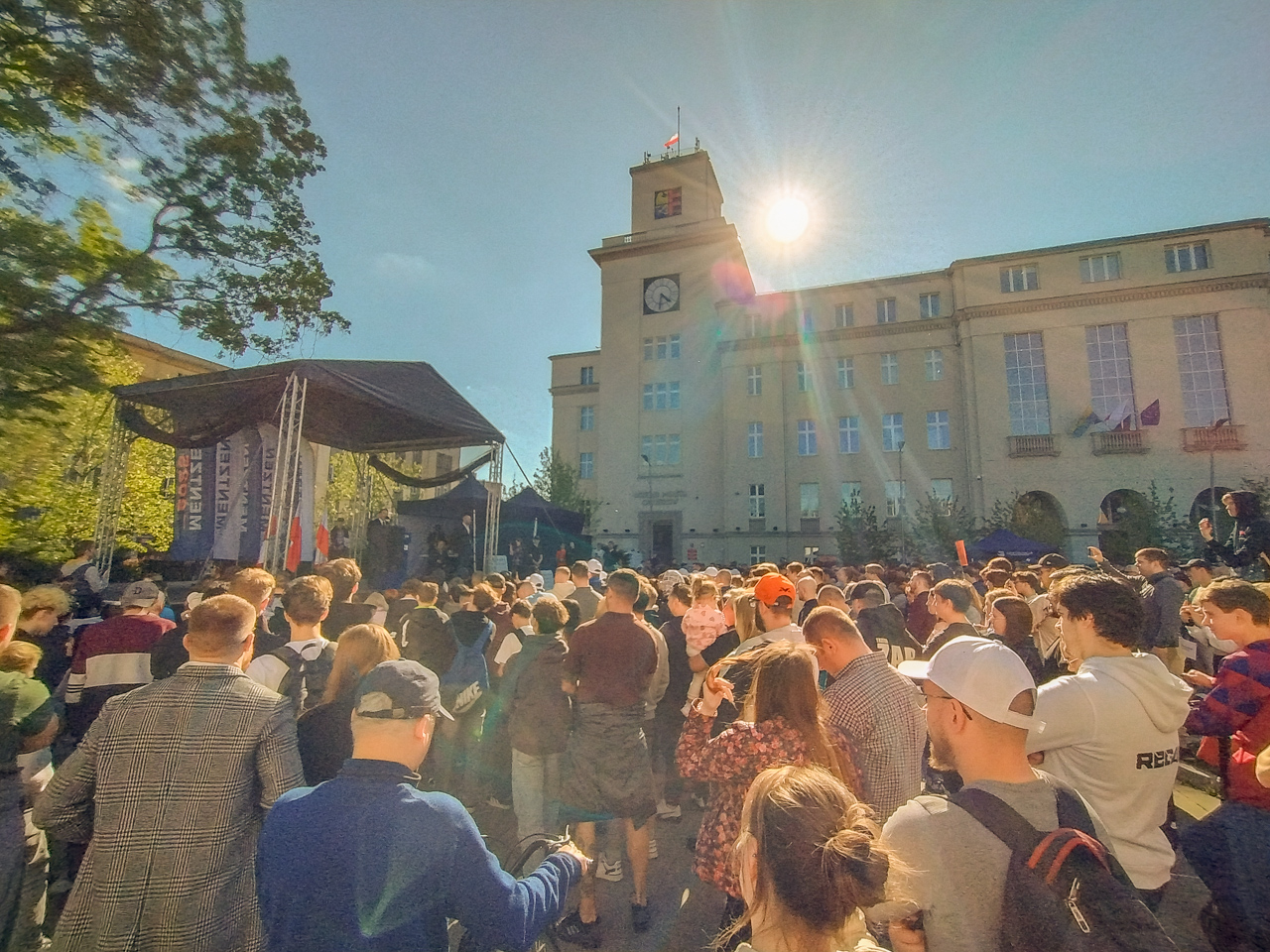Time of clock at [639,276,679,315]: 4:31
